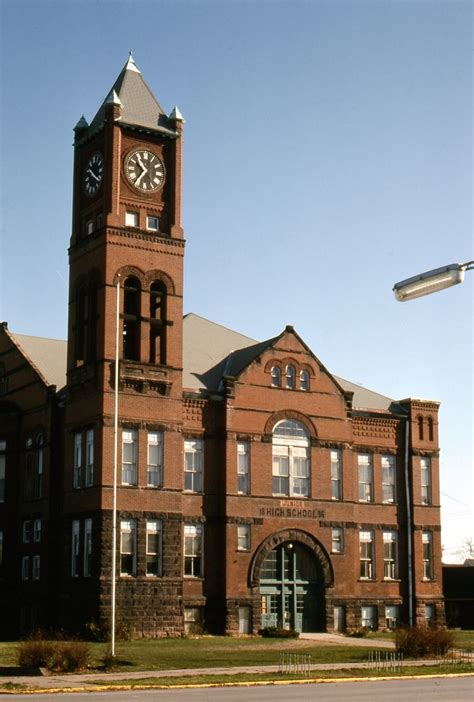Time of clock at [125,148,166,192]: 10:36
